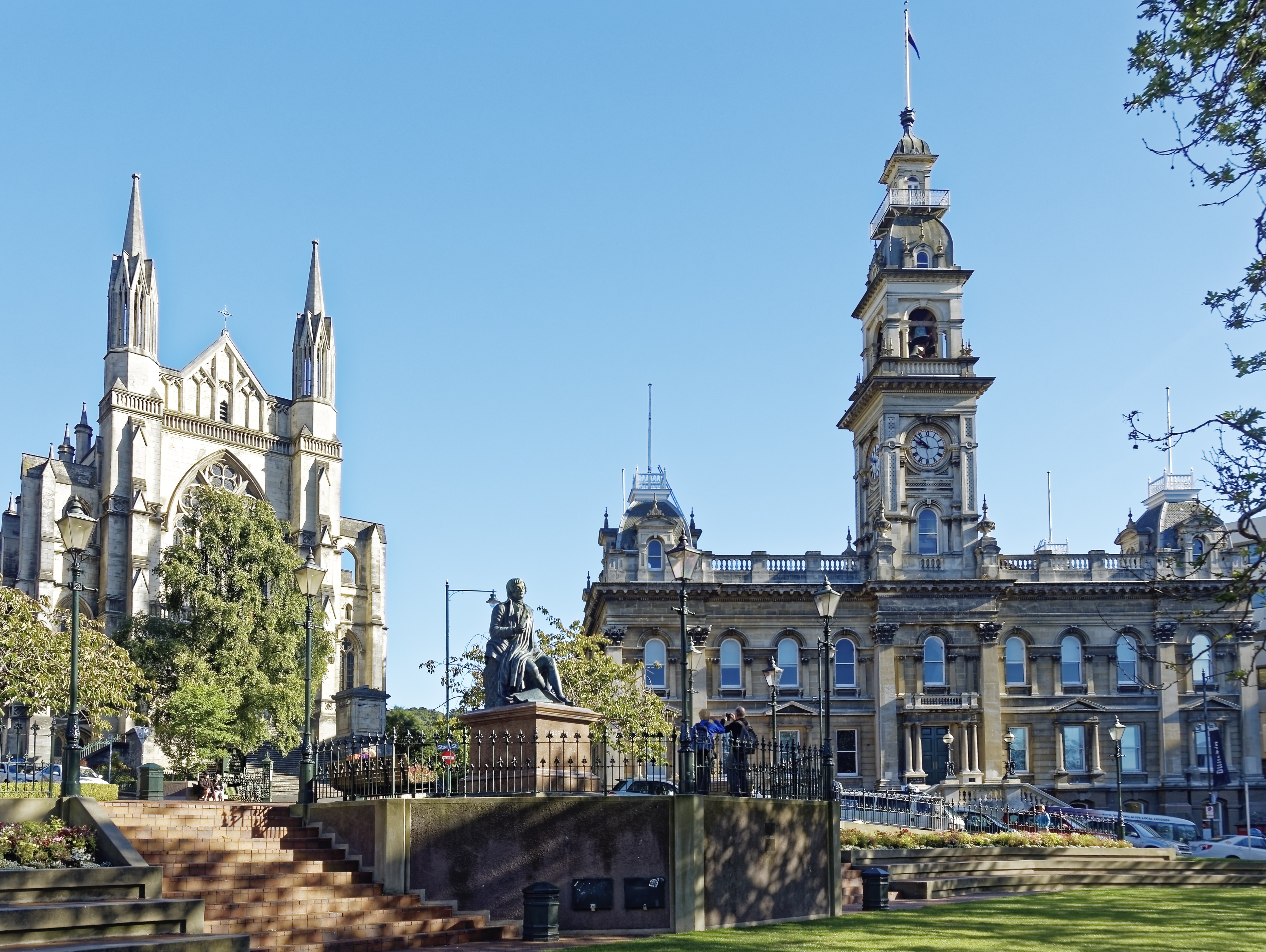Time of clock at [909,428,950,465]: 9:51
